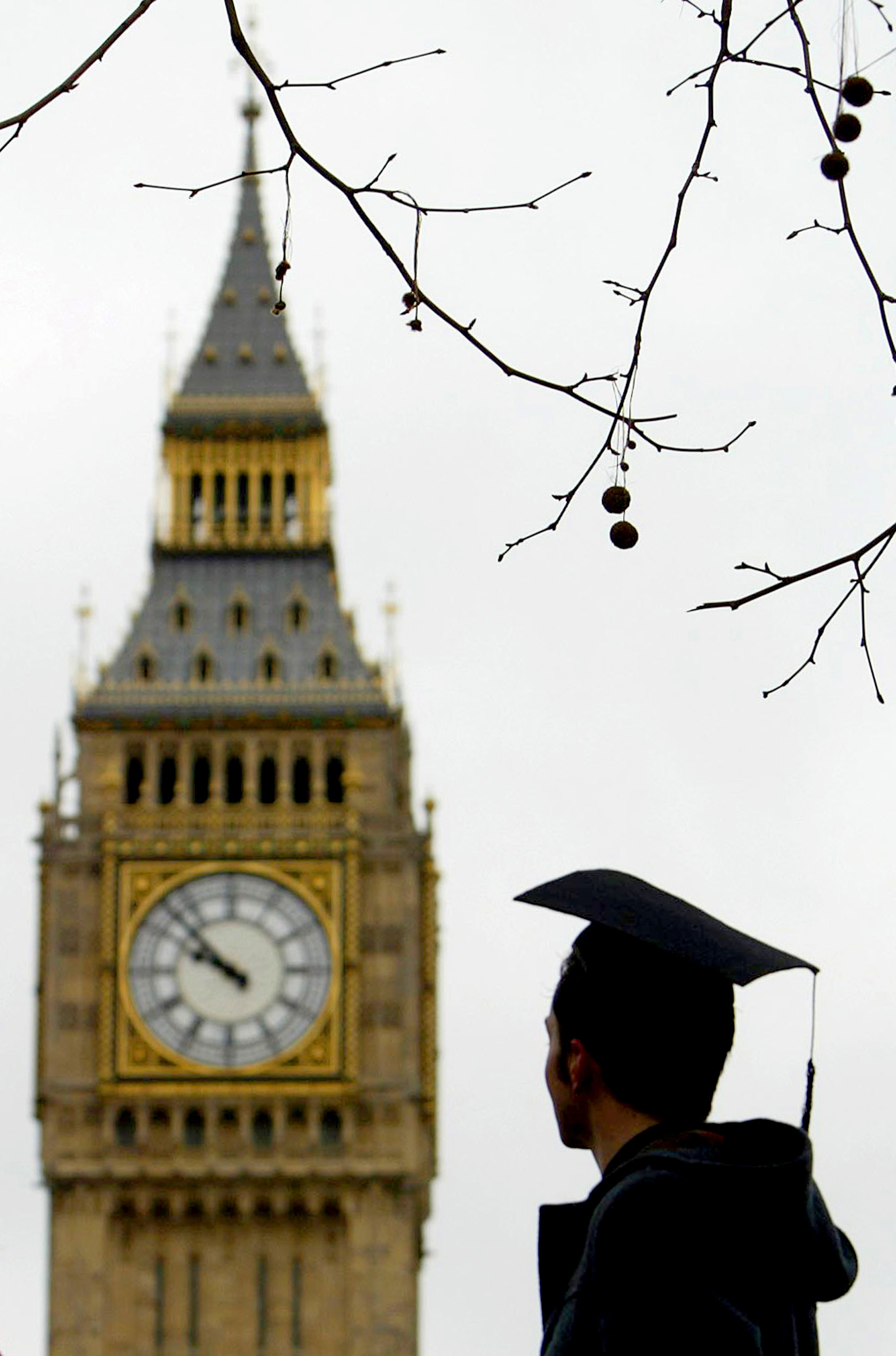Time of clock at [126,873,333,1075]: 9:52
